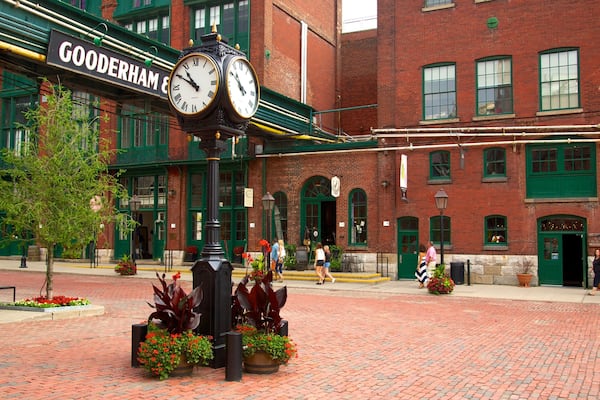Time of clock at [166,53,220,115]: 10:50
